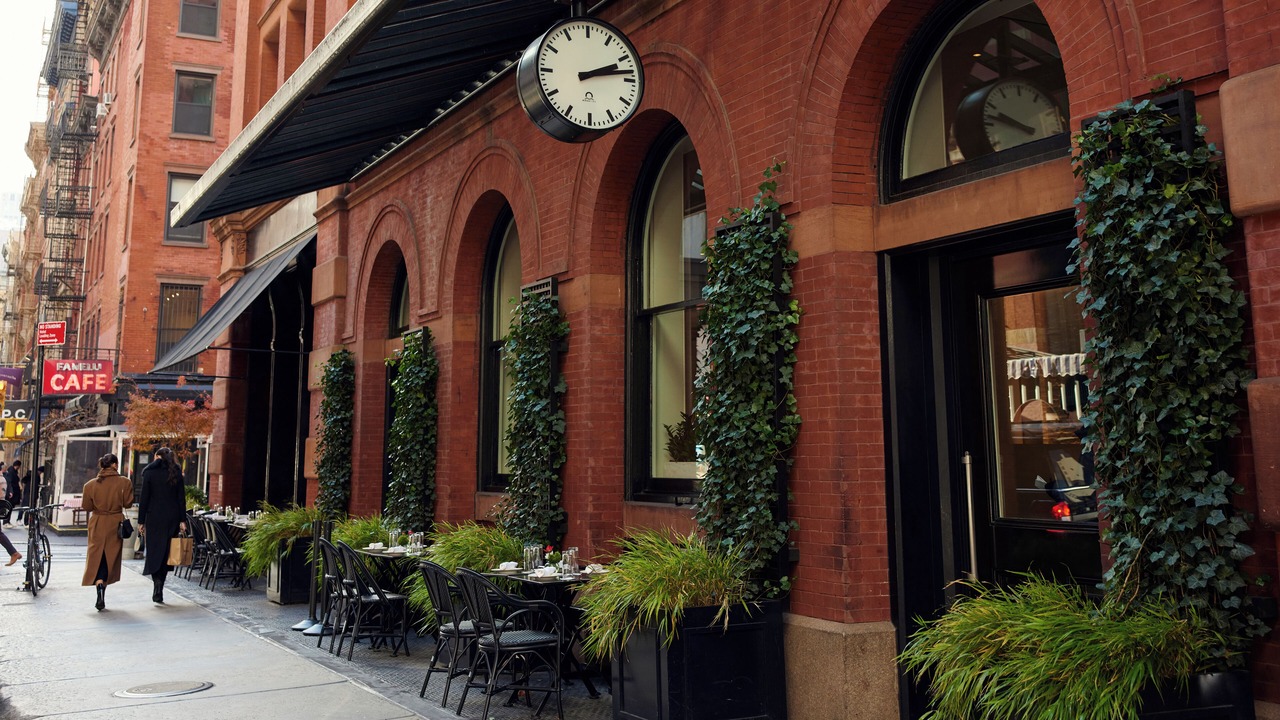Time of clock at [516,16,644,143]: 2:13
